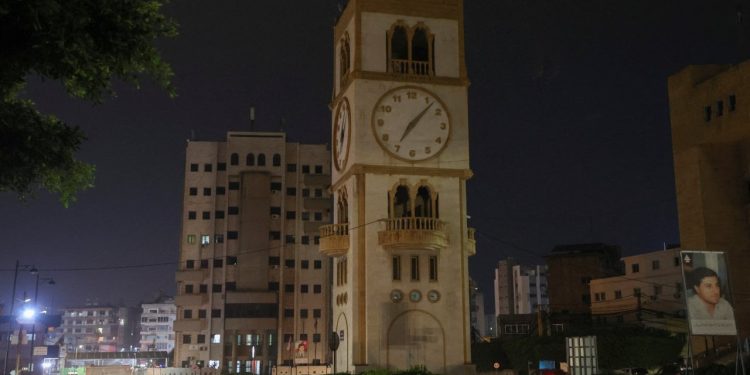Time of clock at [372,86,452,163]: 7:07
